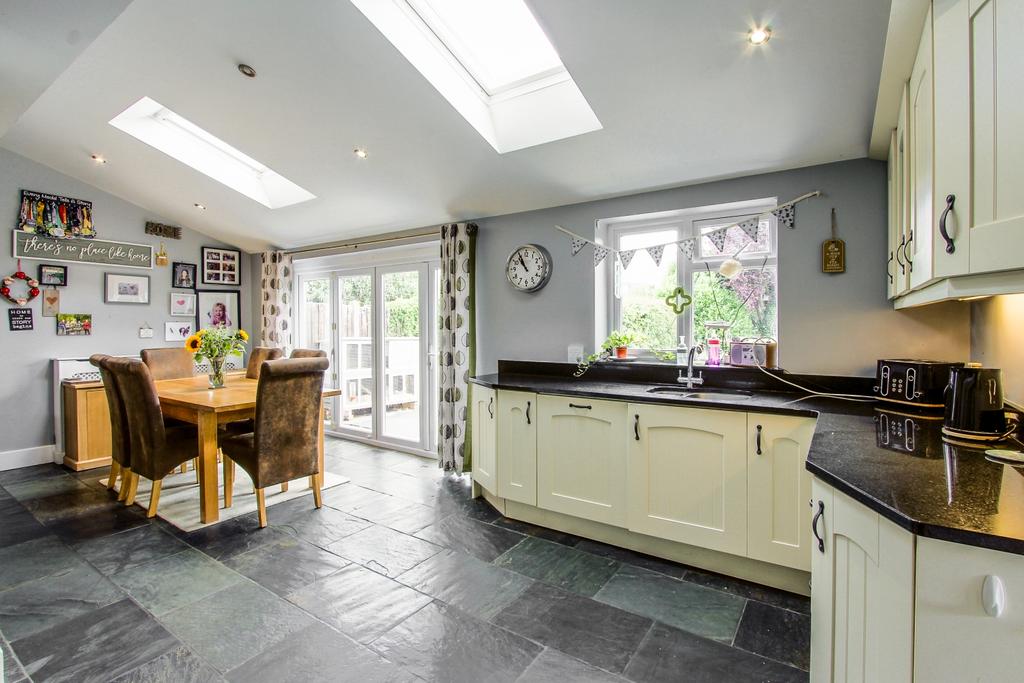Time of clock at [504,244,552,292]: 10:55
